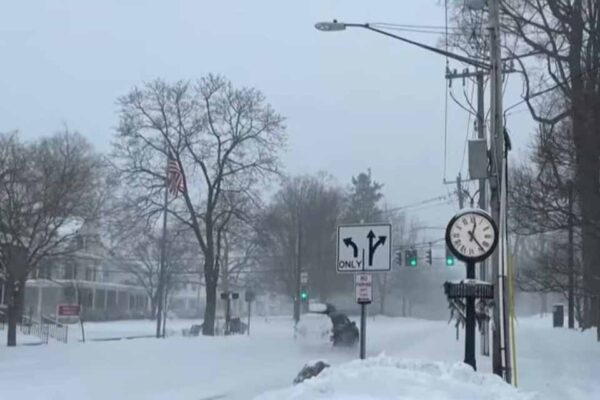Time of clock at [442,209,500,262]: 12:23
